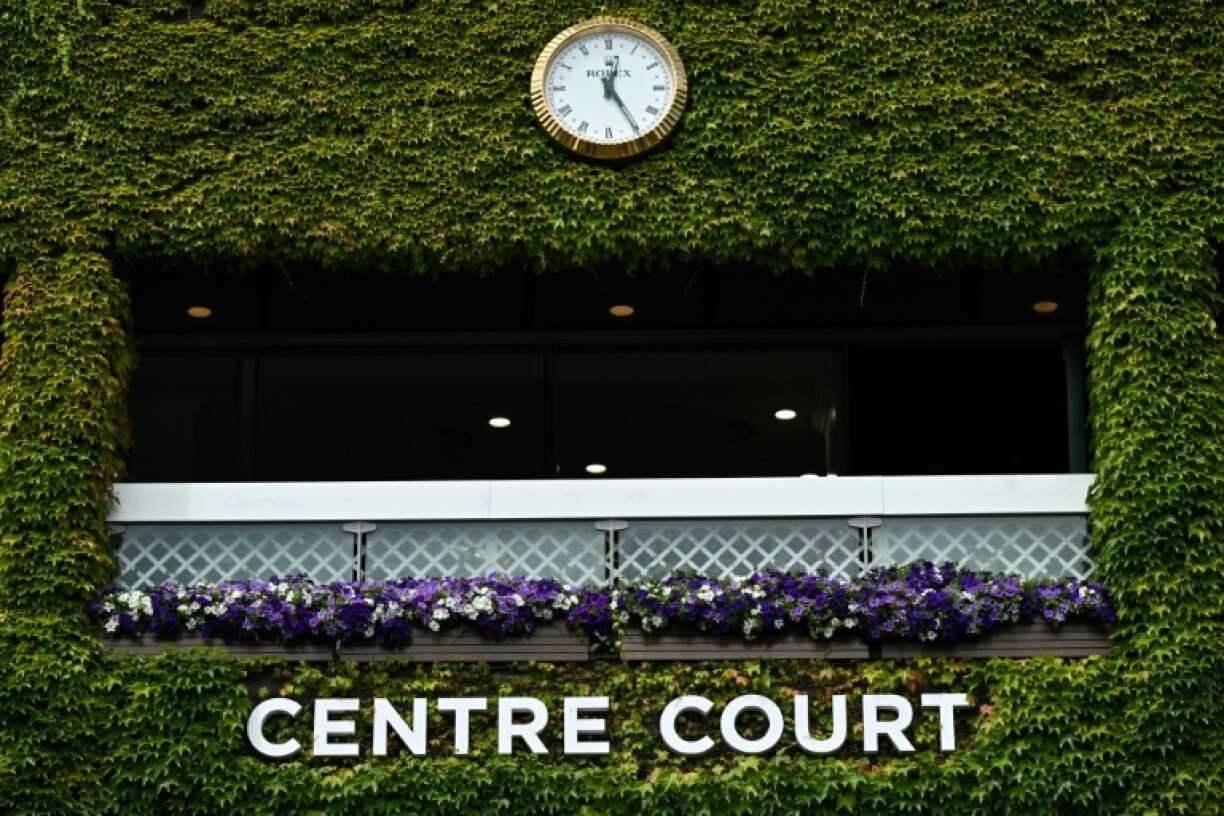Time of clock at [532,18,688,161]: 12:24
